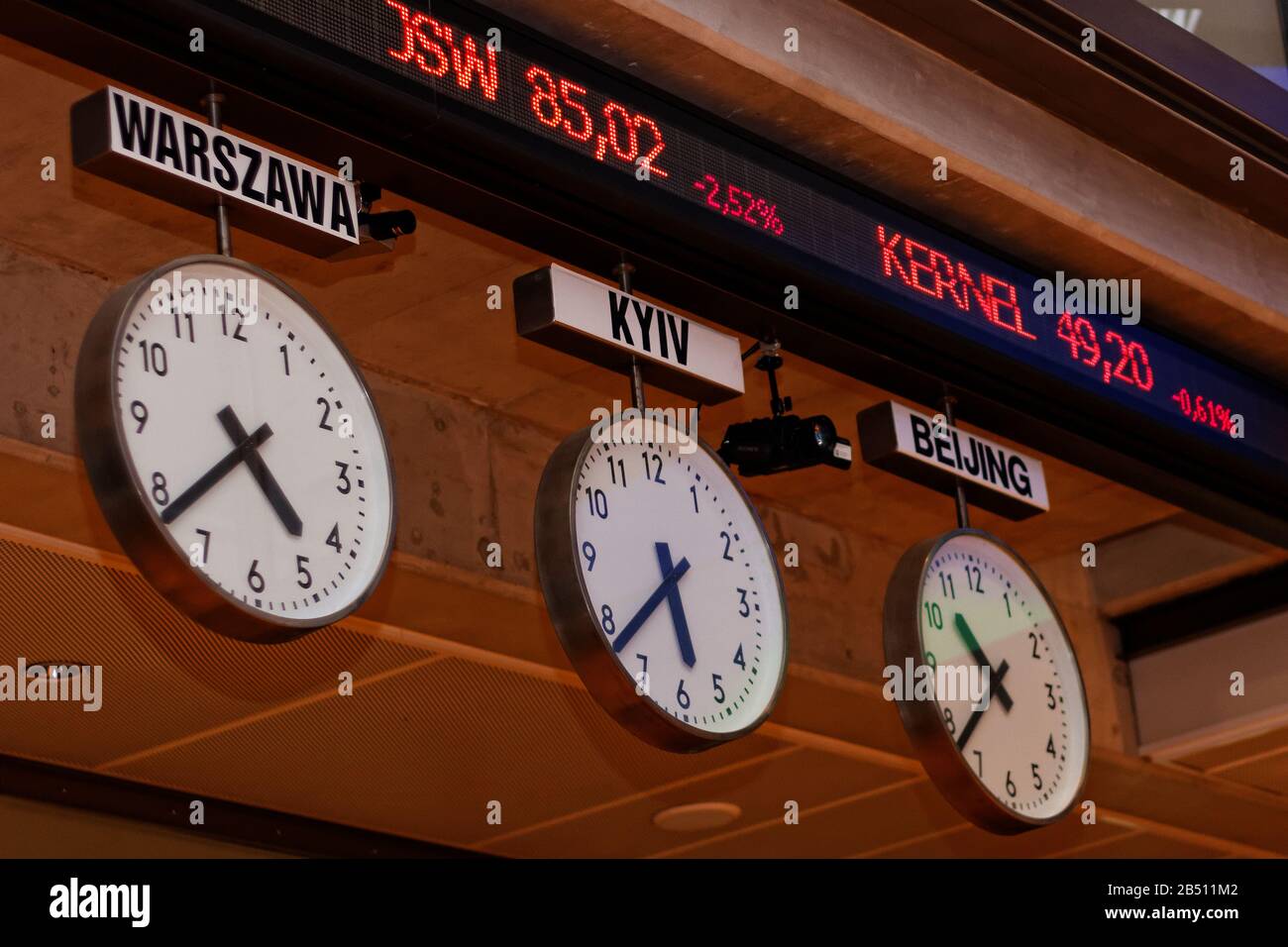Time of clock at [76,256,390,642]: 4:38
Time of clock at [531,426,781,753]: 5:38
